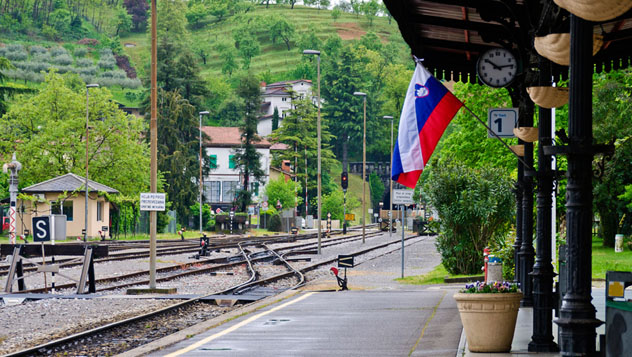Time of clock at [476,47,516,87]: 10:13
